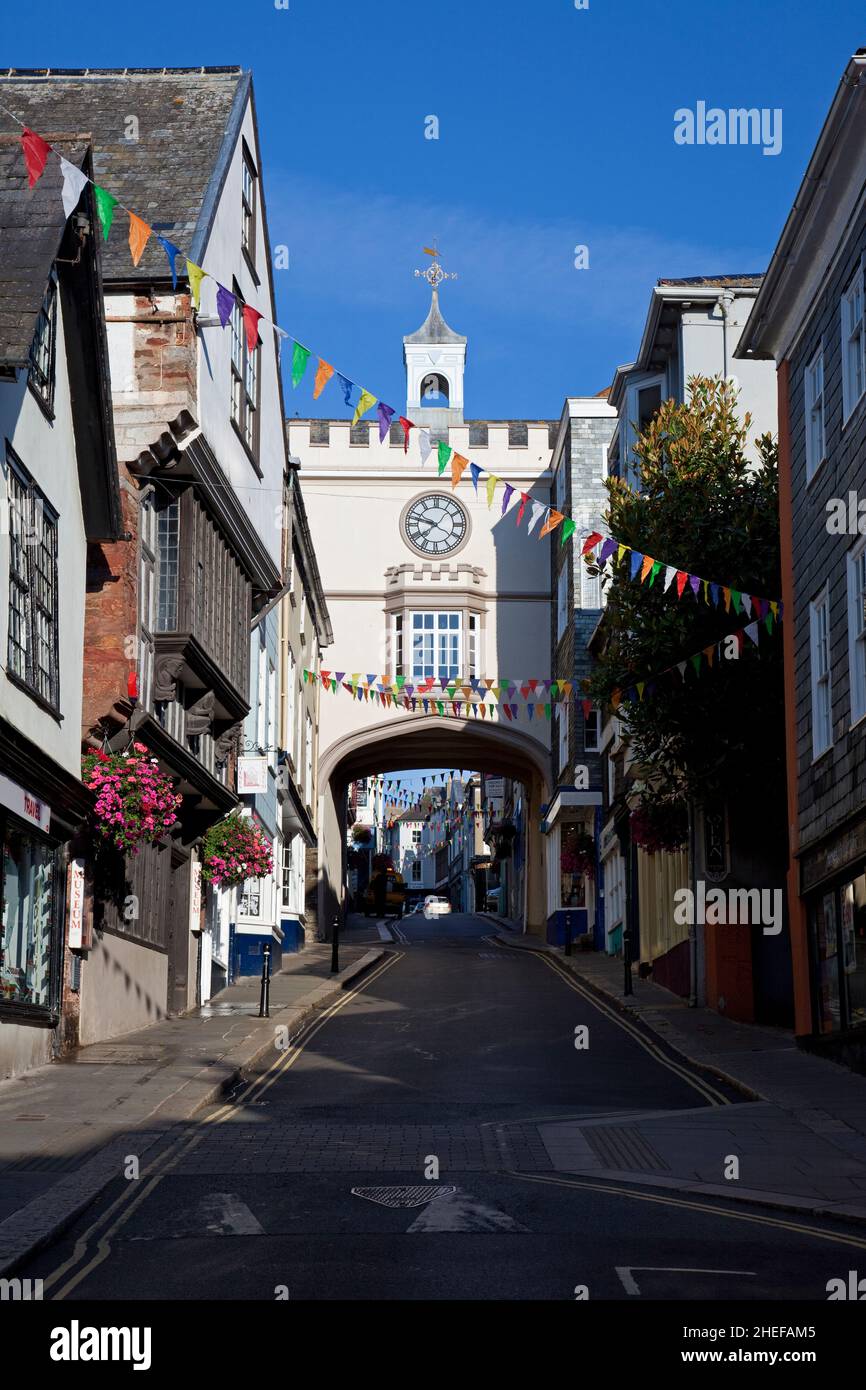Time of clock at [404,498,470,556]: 7:47
